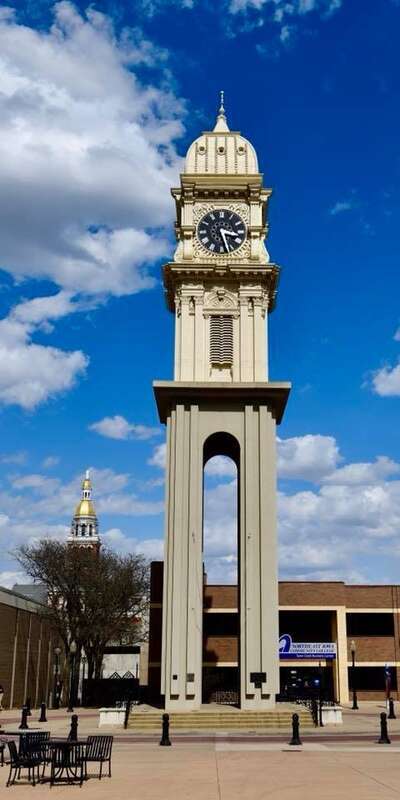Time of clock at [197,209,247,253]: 3:27
